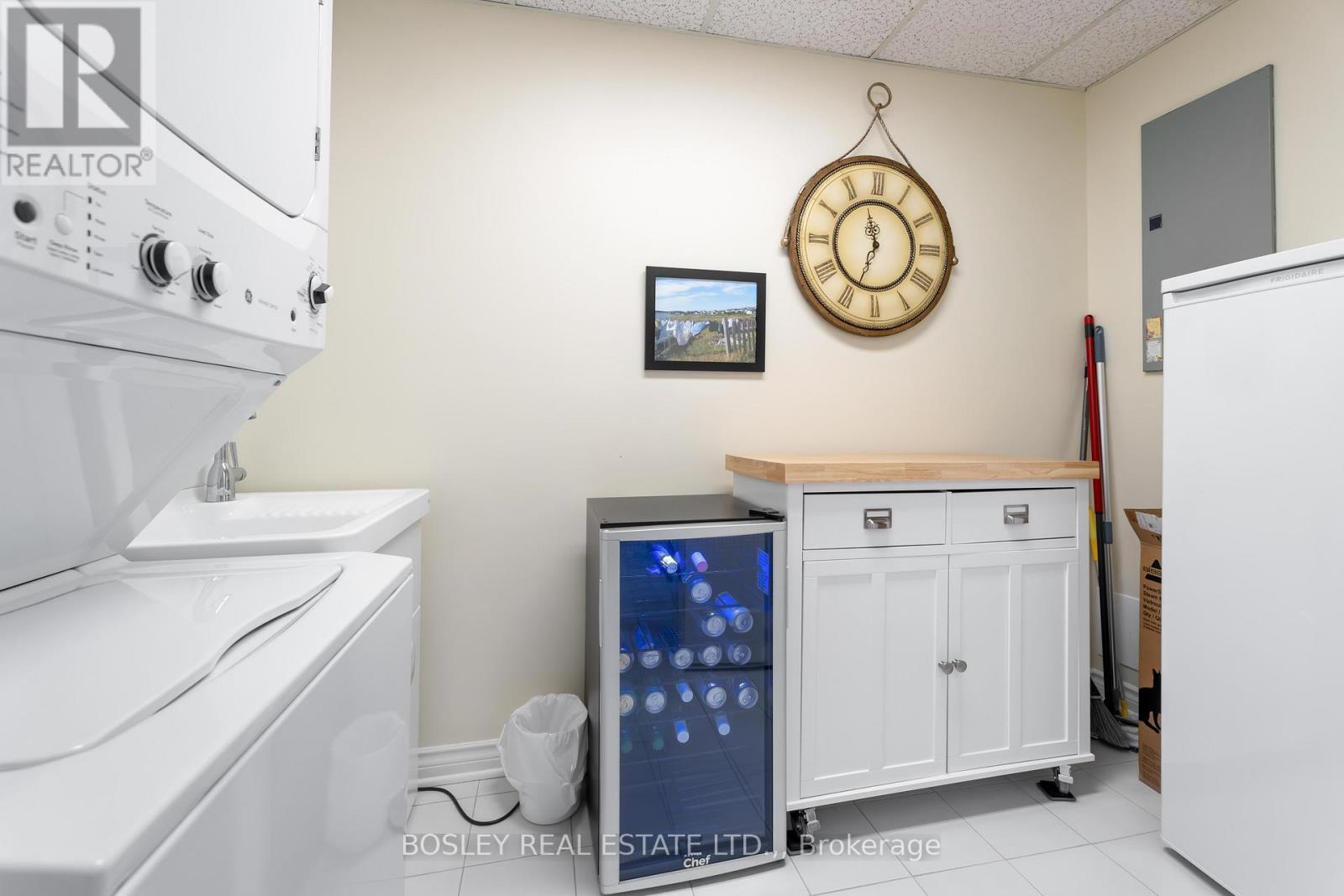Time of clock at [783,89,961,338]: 11:33
